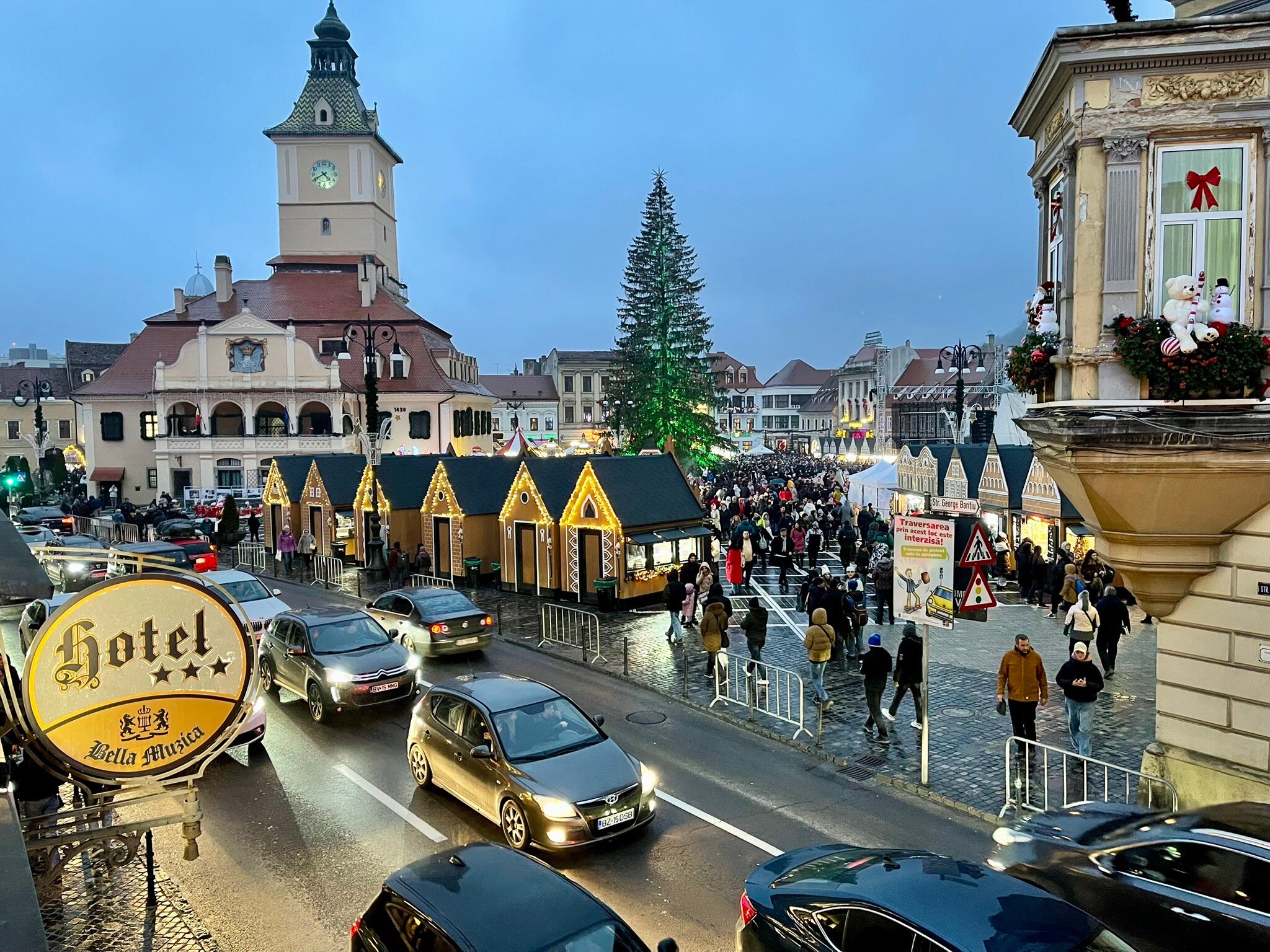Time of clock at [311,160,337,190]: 4:40
